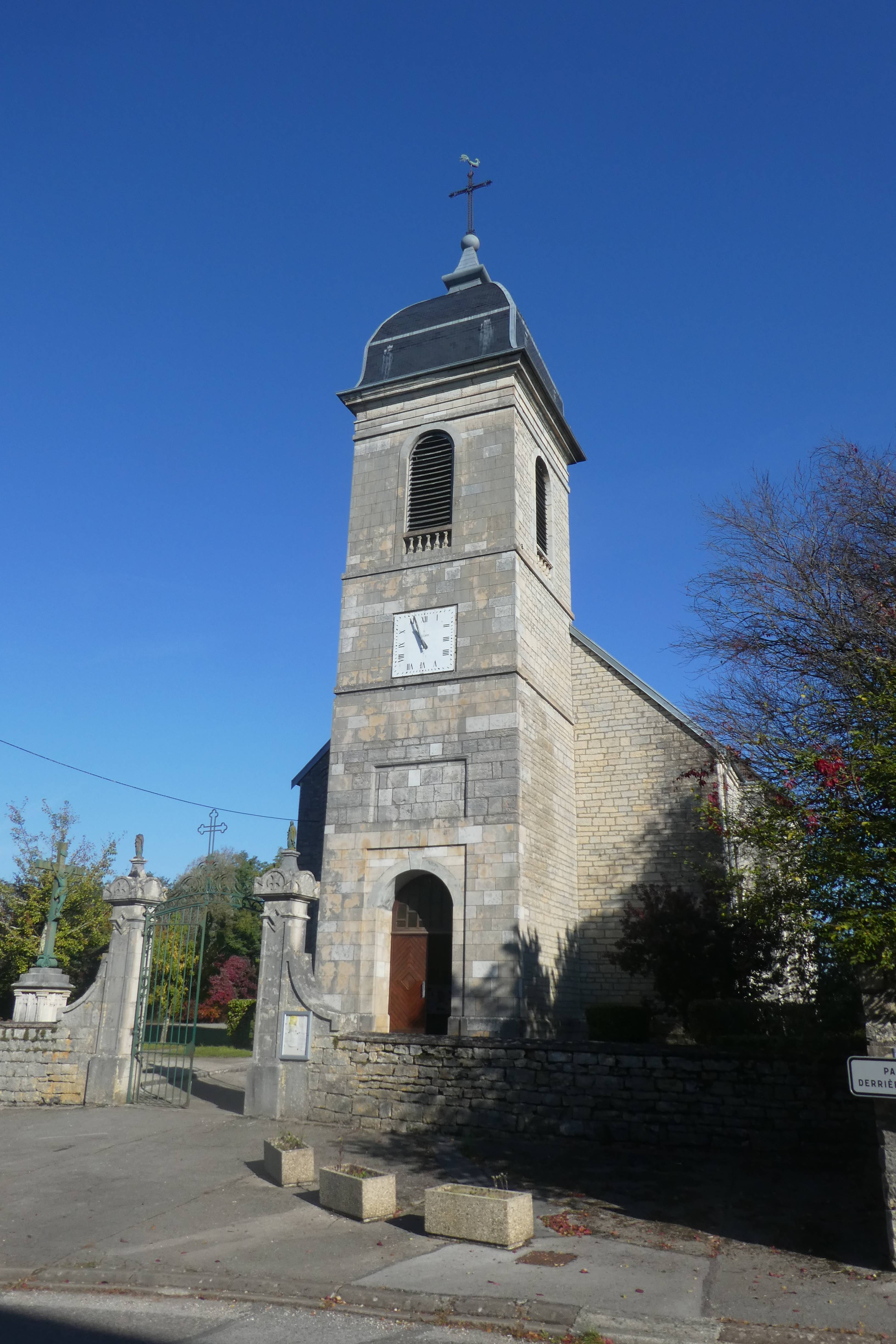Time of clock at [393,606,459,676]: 10:56
